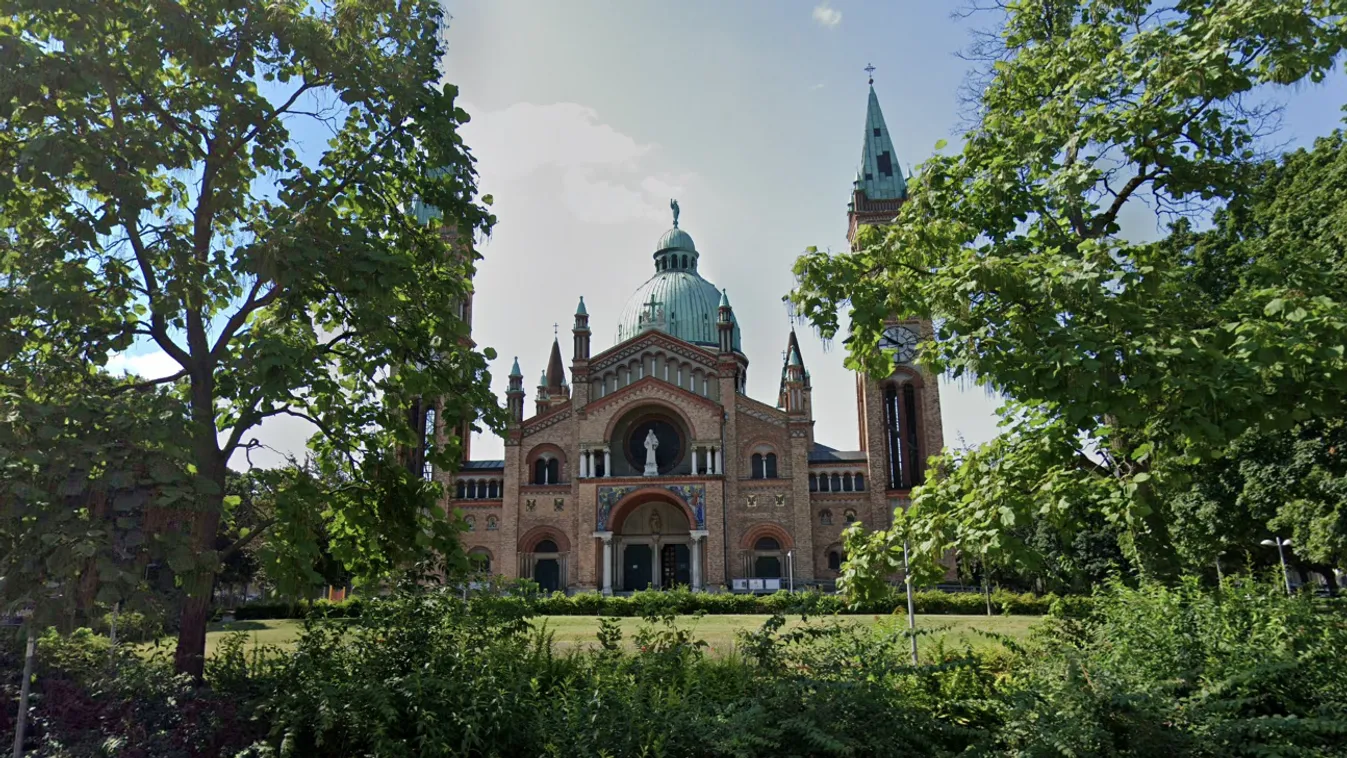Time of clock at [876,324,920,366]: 9:50
